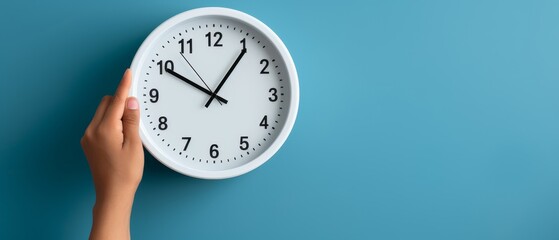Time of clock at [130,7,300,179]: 10:05
